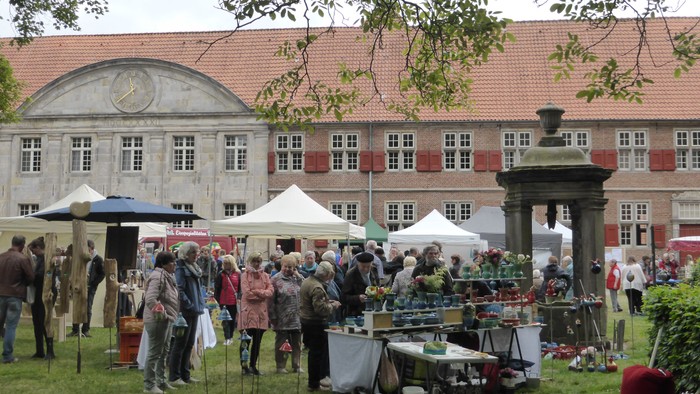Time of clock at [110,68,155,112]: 11:38
